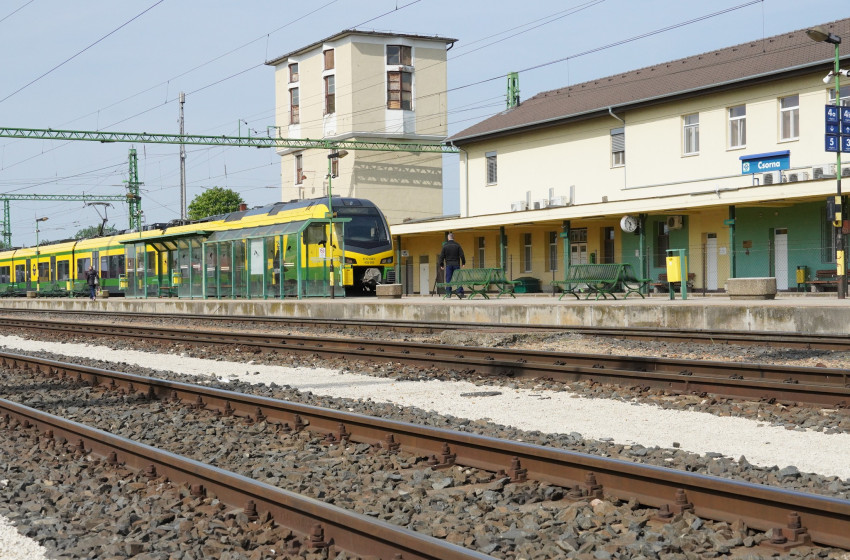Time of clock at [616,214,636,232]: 10:32
